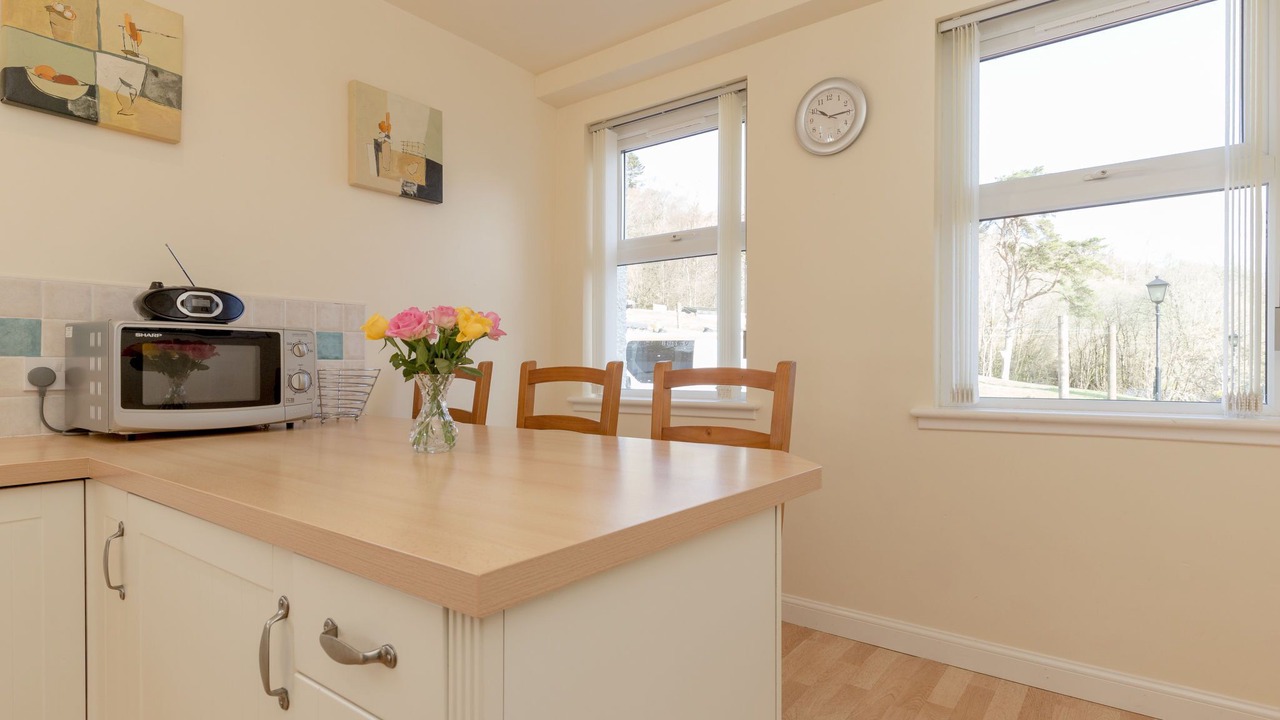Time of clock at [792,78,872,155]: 10:14
